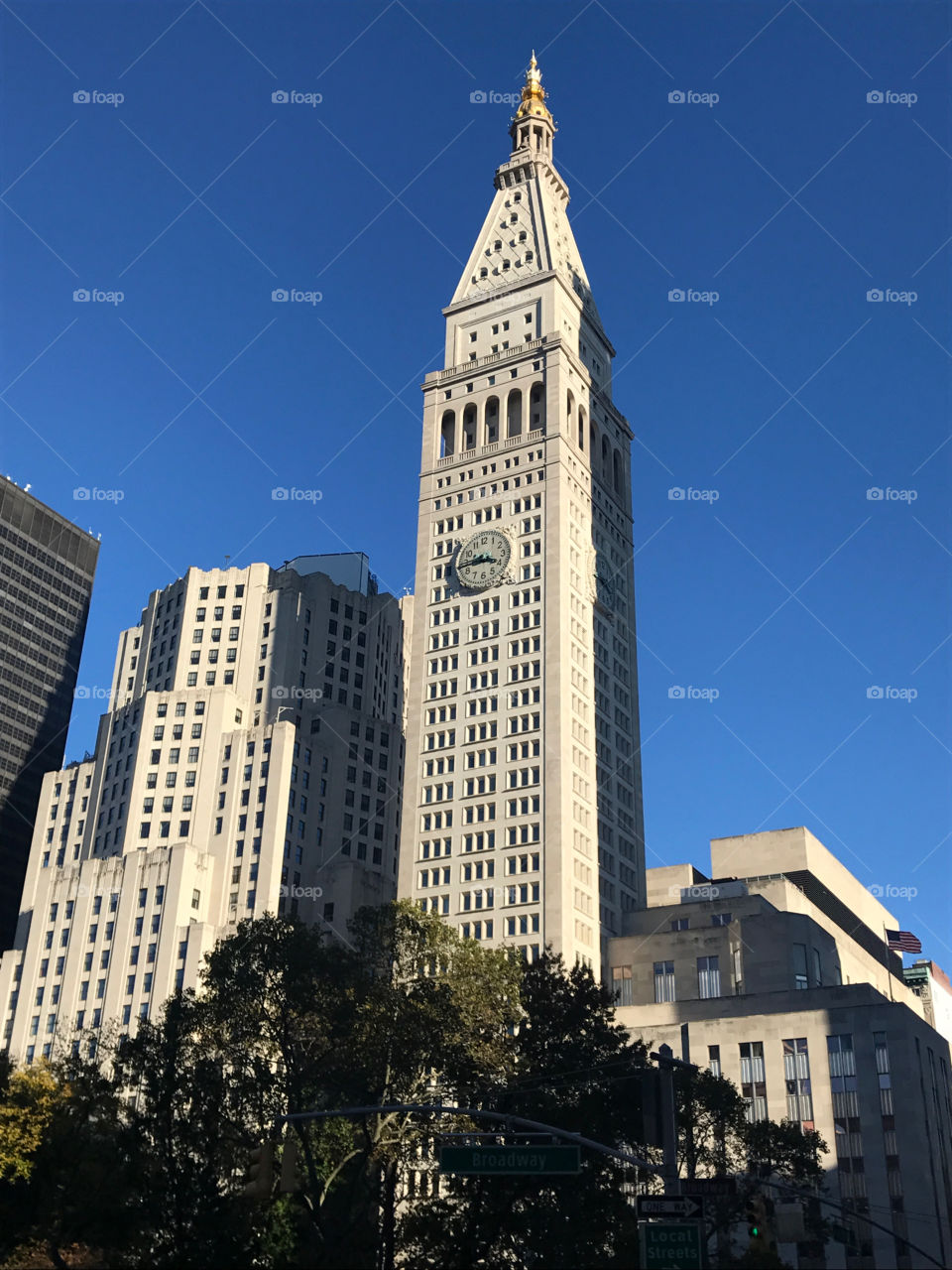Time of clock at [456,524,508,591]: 3:43
